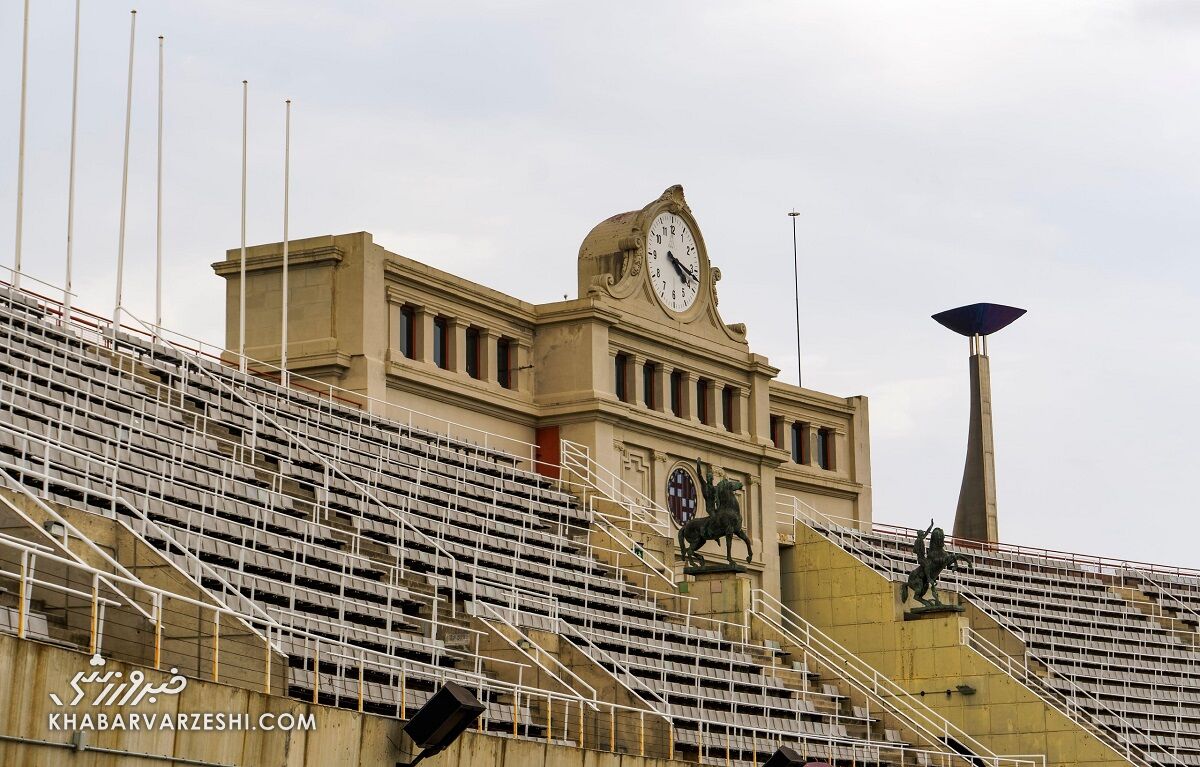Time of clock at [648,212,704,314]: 4:17
